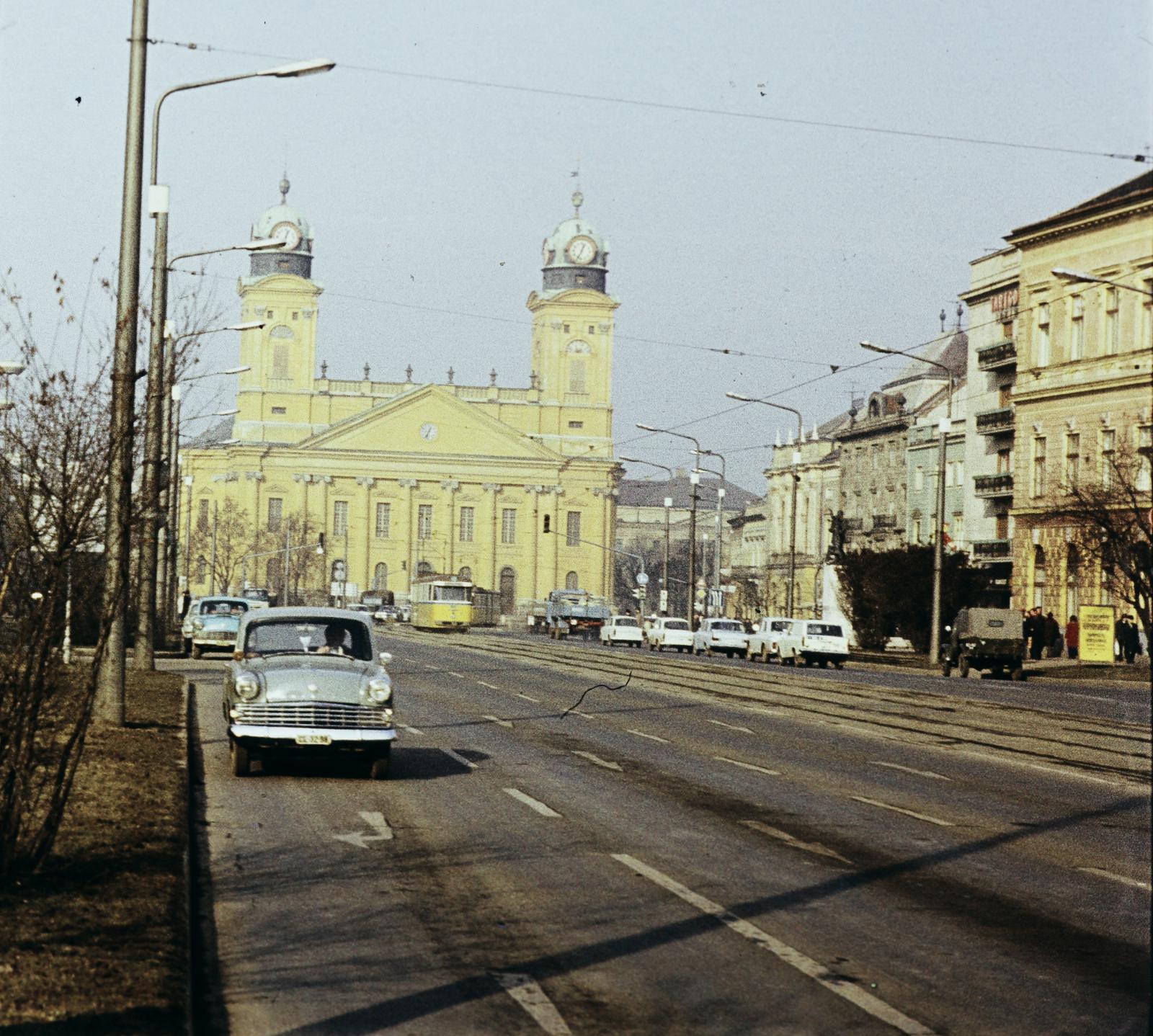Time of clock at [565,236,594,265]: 12:33
